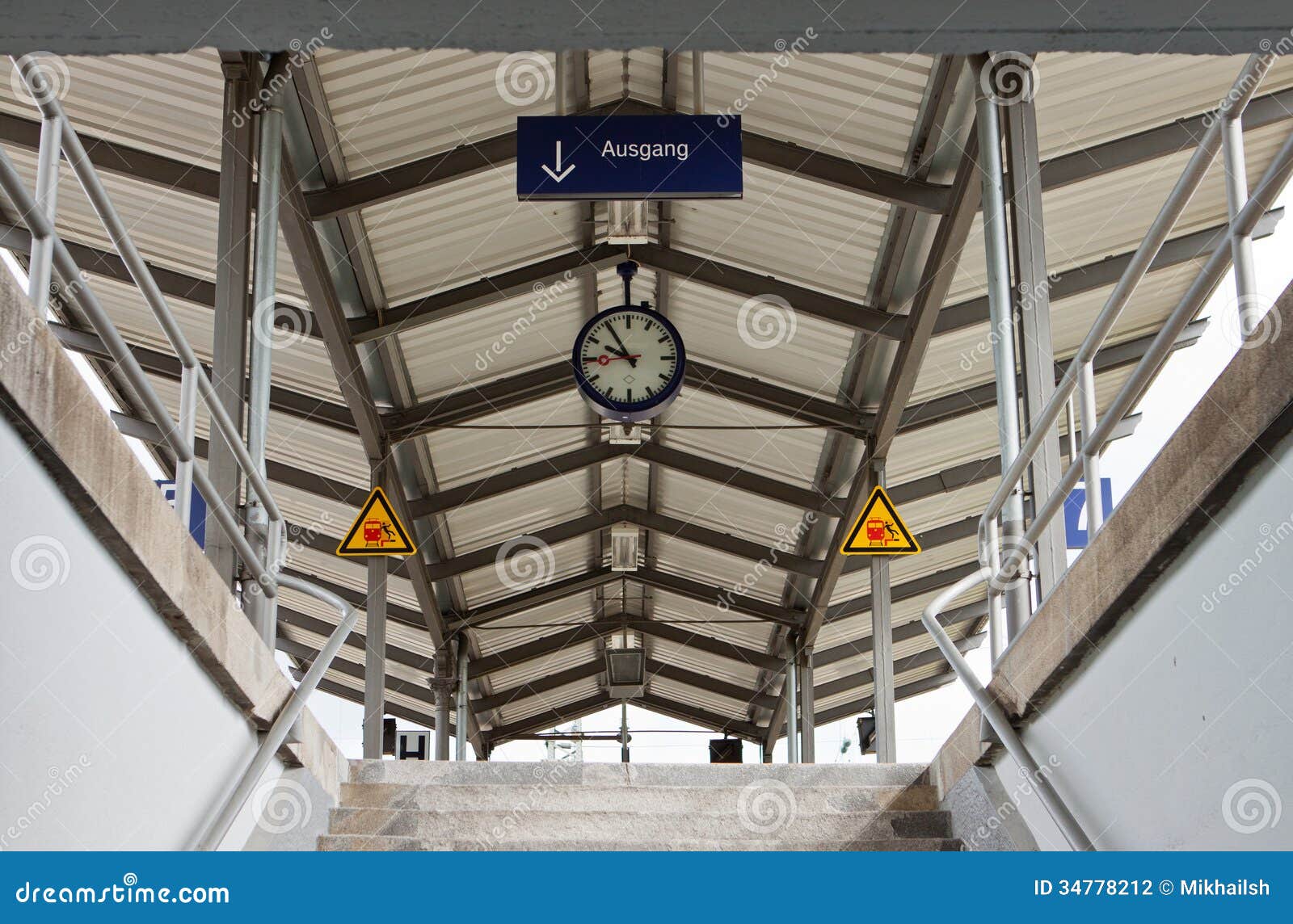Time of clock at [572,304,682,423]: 9:54
